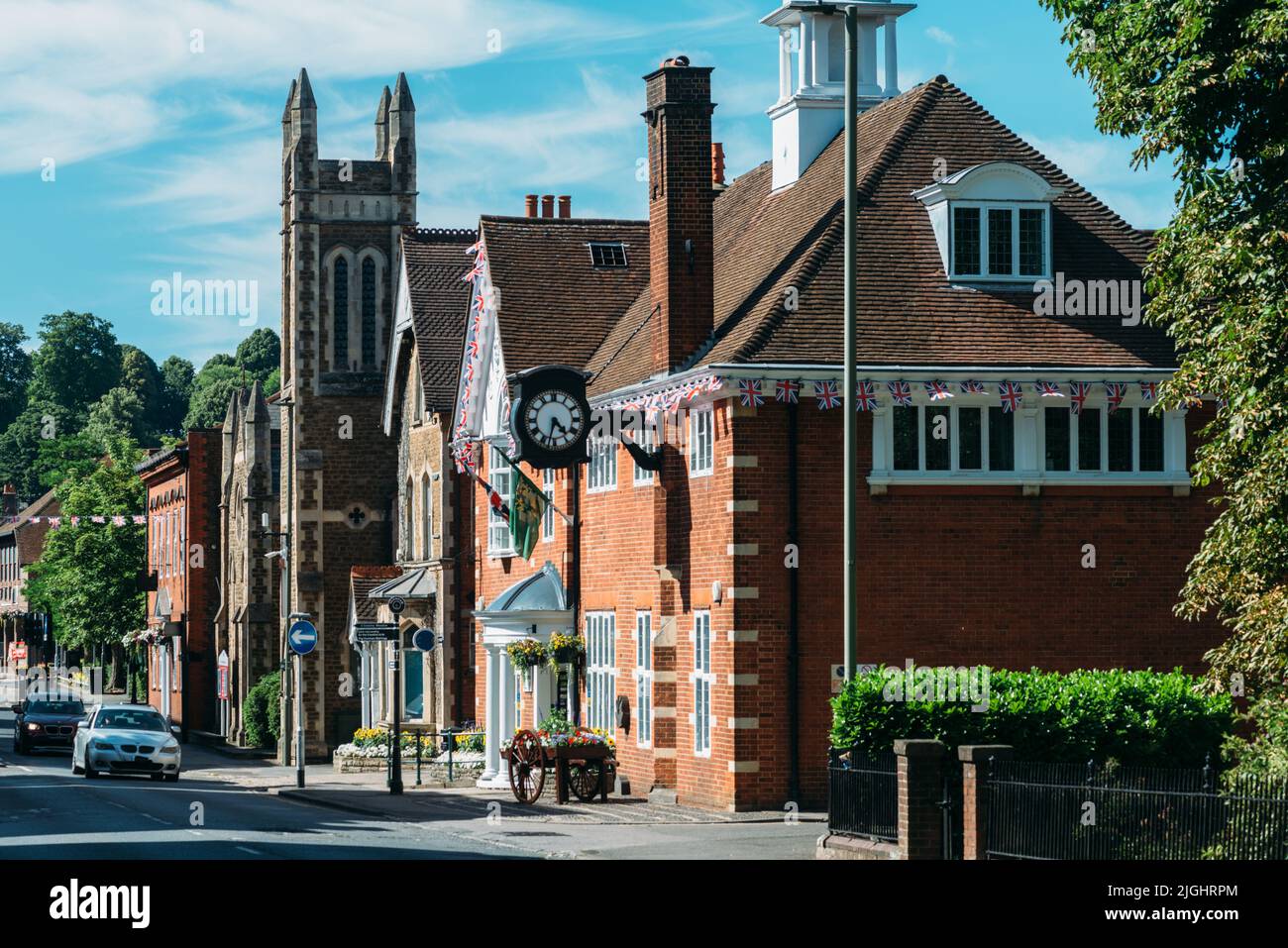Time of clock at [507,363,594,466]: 4:32
